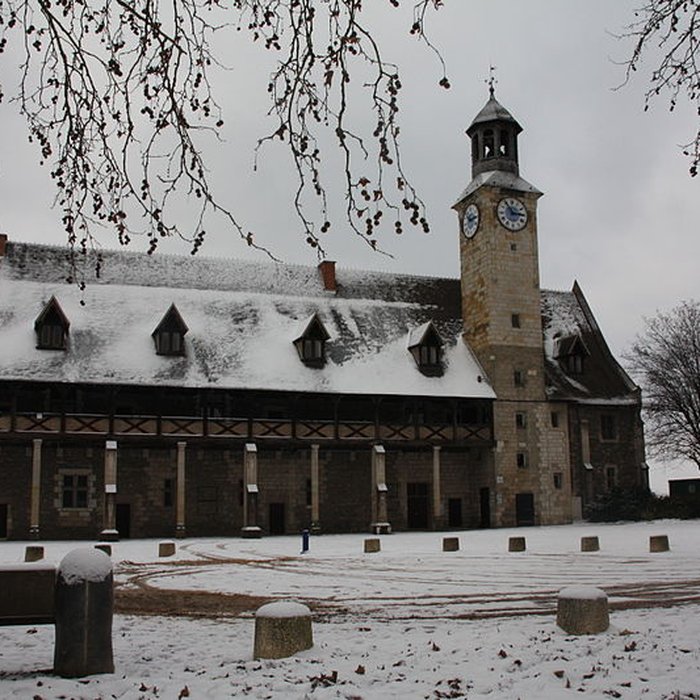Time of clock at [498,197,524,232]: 2:54
